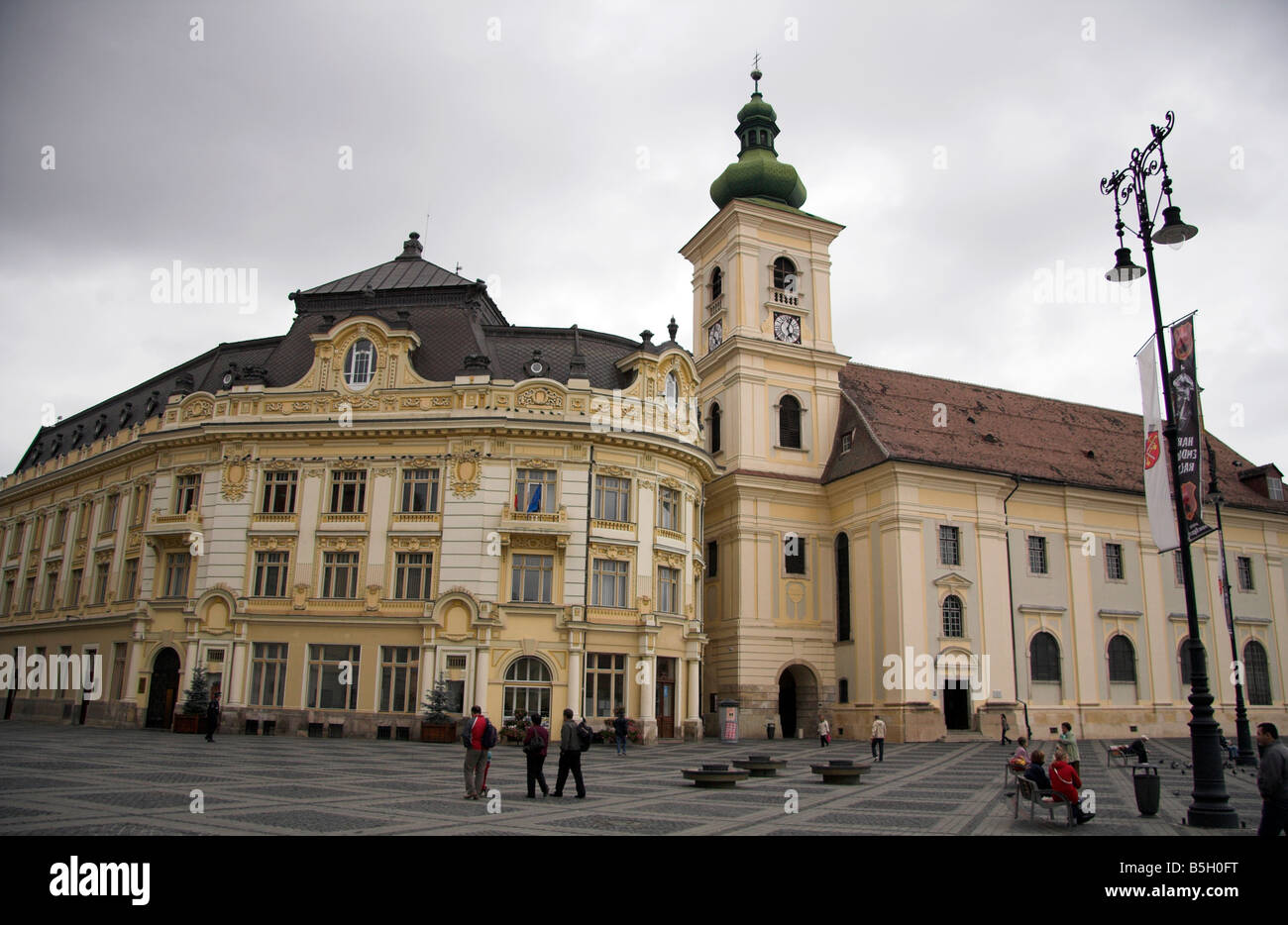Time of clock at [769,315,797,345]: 5:03
